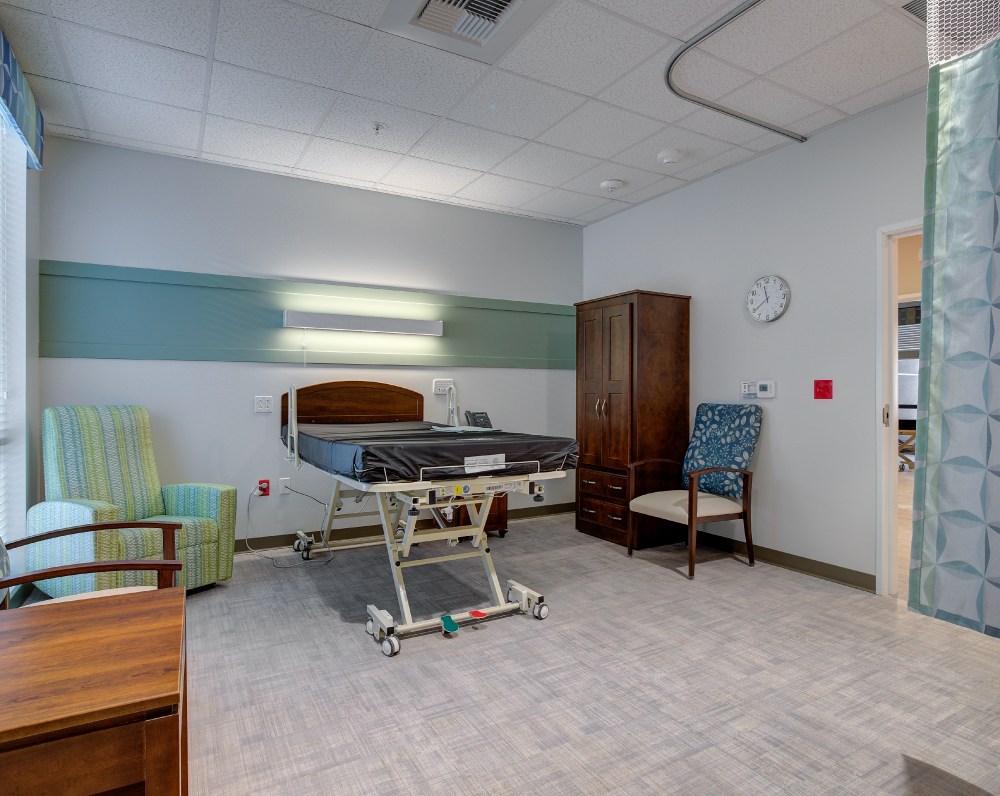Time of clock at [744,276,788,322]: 11:39
